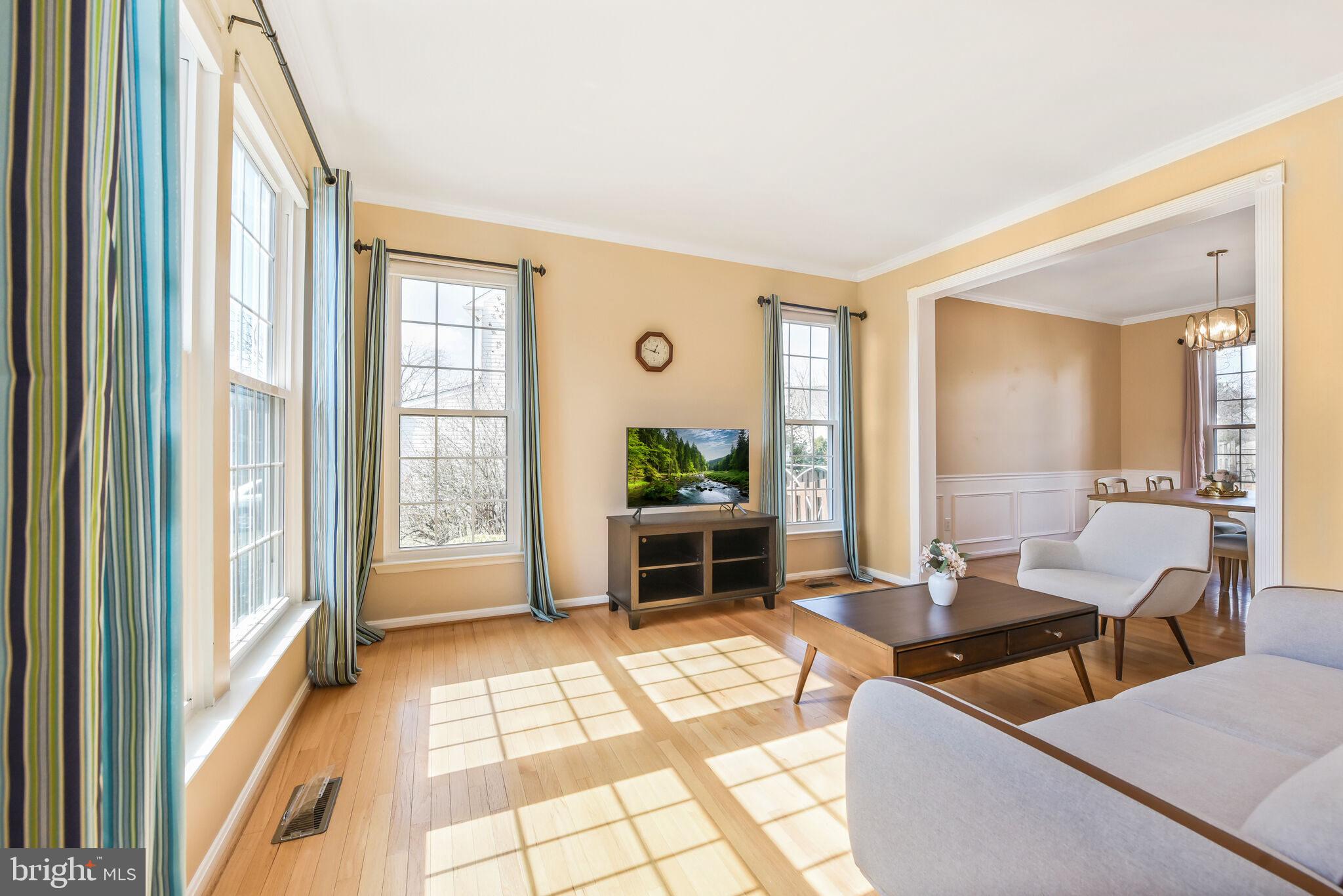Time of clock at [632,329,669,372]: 12:47
